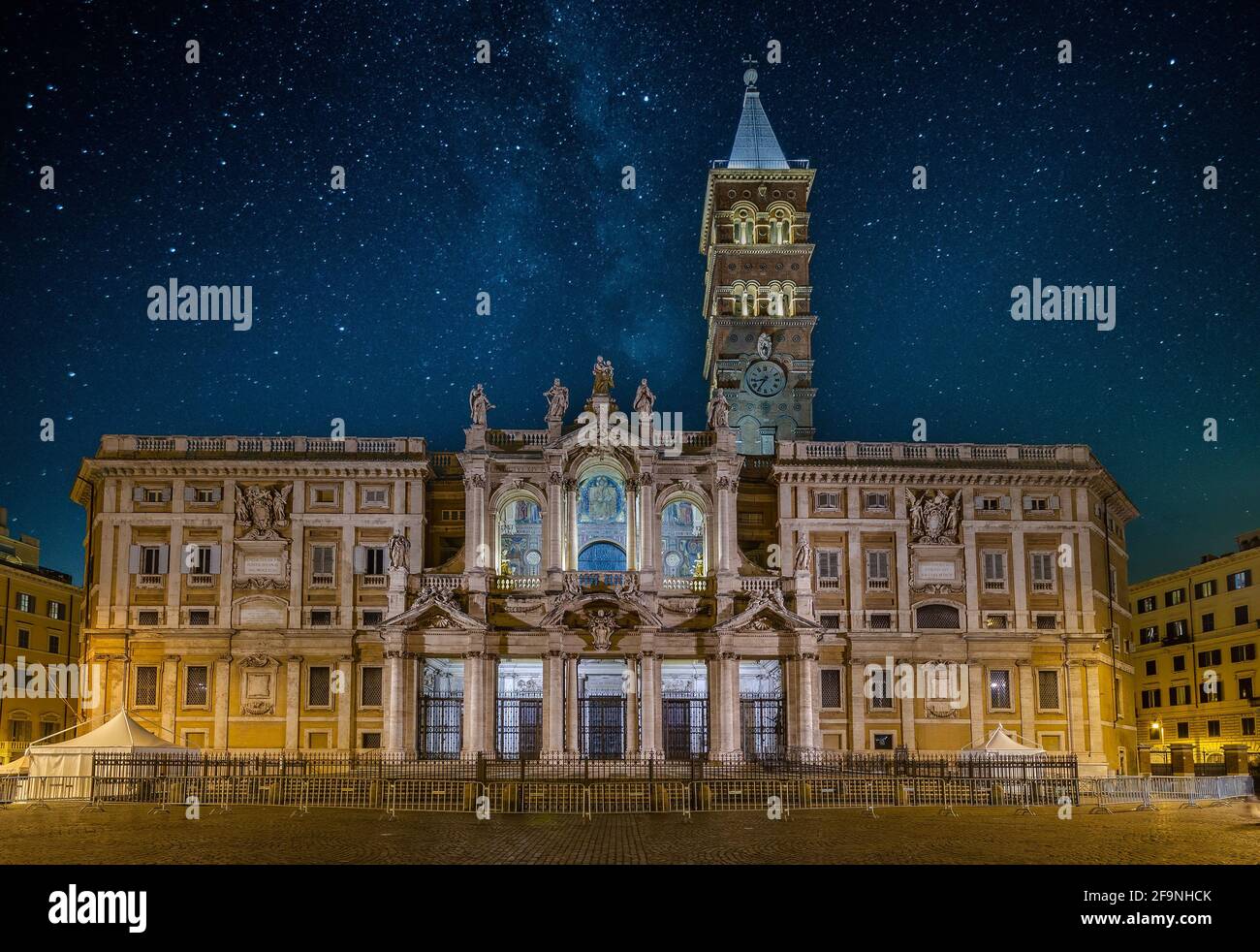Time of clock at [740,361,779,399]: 8:35
